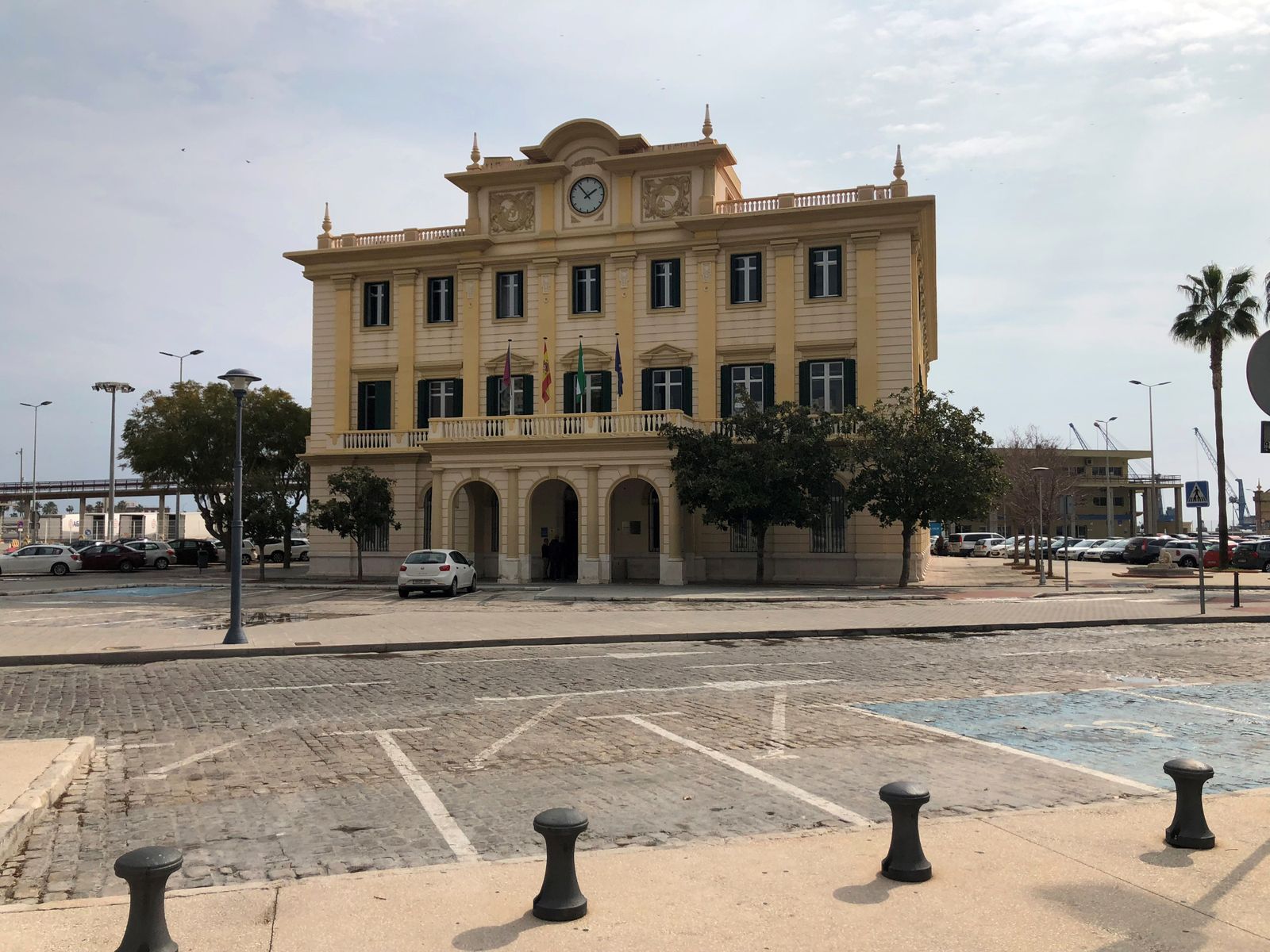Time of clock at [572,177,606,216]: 1:53
